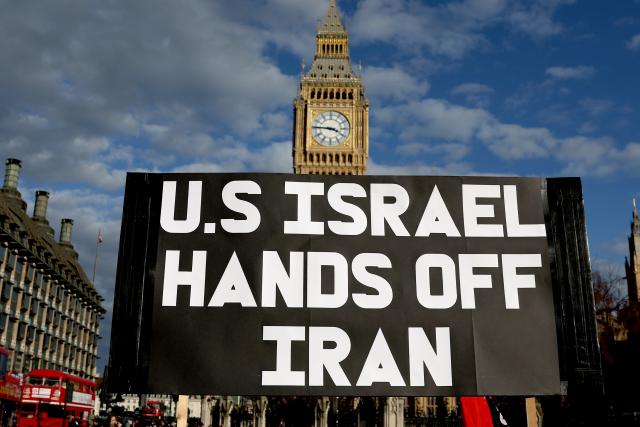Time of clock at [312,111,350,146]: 3:45
